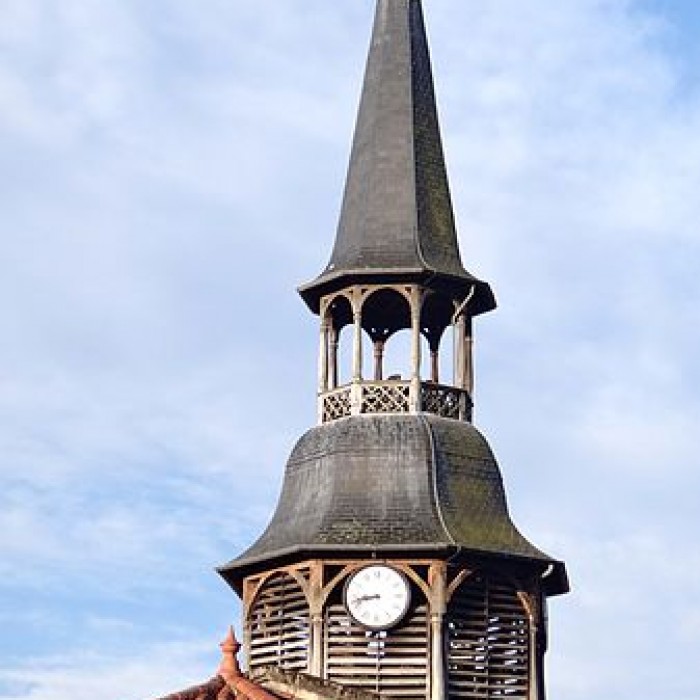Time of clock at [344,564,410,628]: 8:42
